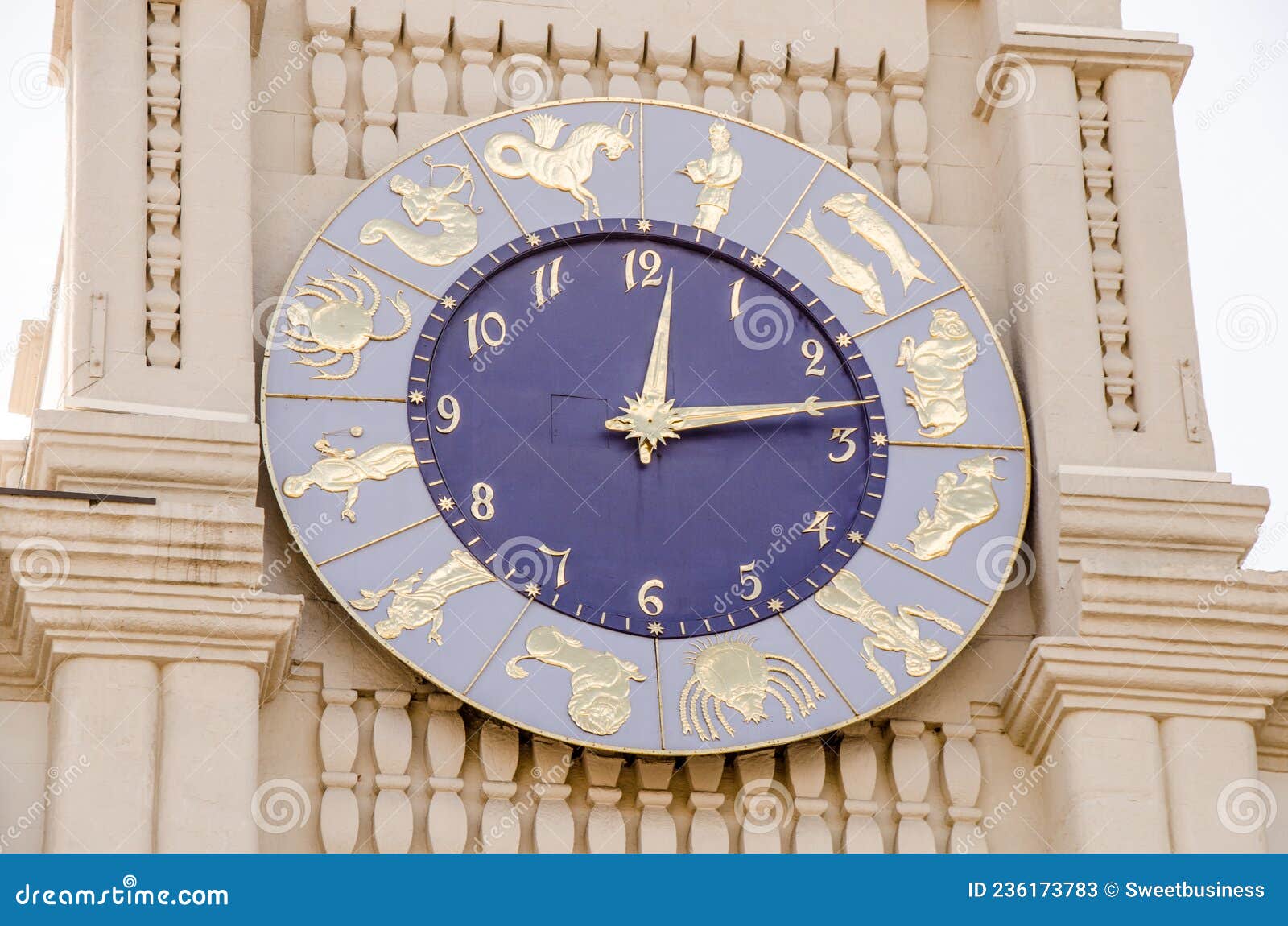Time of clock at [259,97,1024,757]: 12:13
